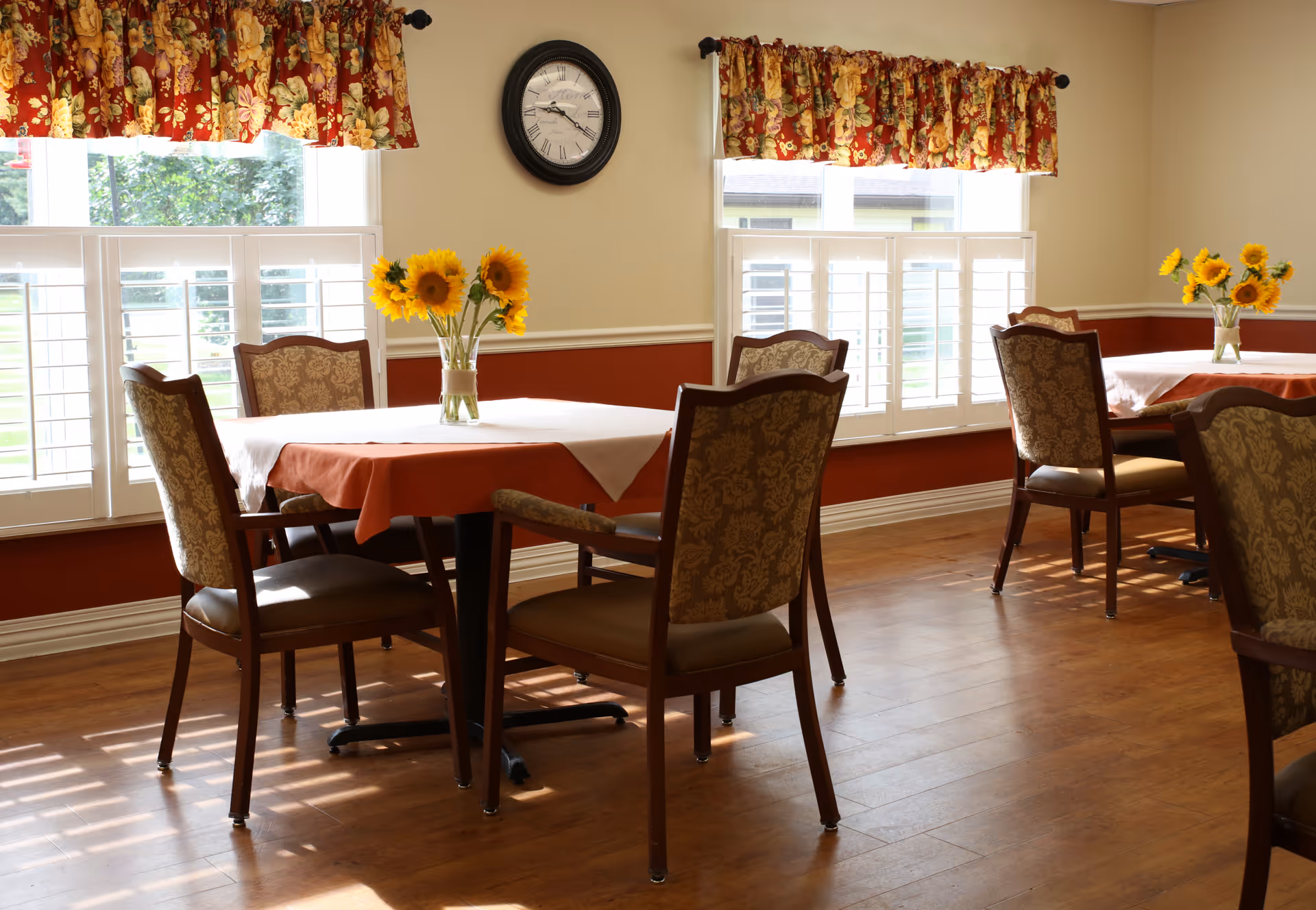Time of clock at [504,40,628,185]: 9:20
